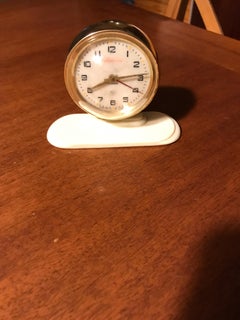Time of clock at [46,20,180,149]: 8:14
